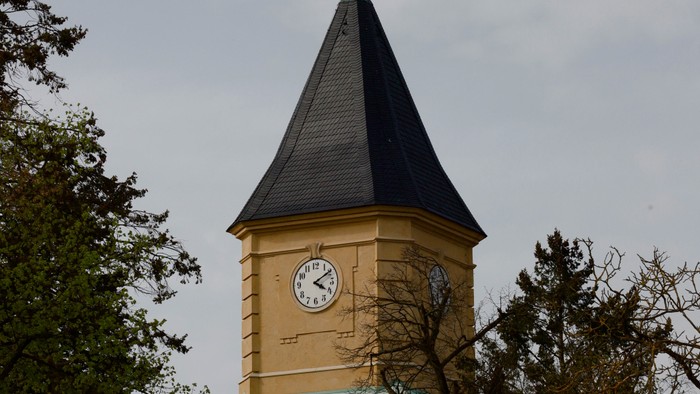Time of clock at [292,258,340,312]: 4:09
